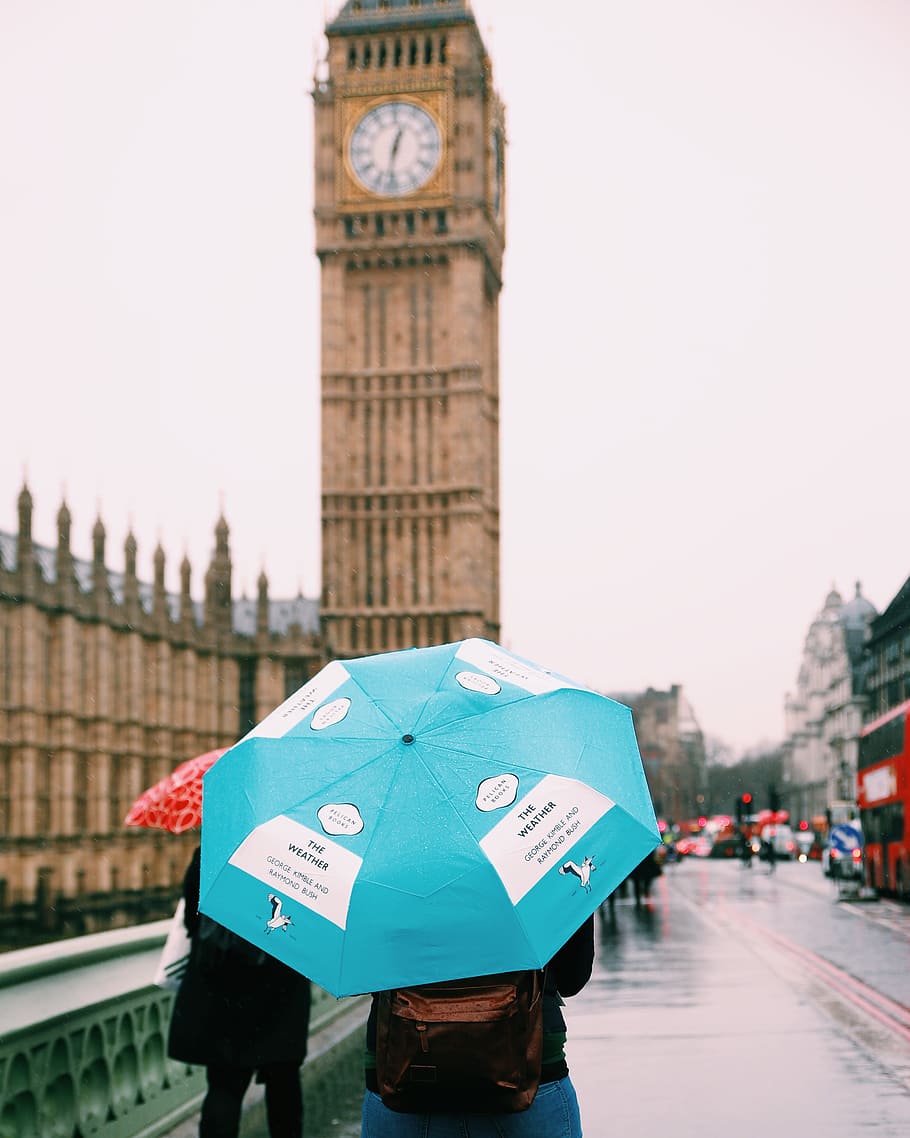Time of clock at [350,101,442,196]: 12:32
